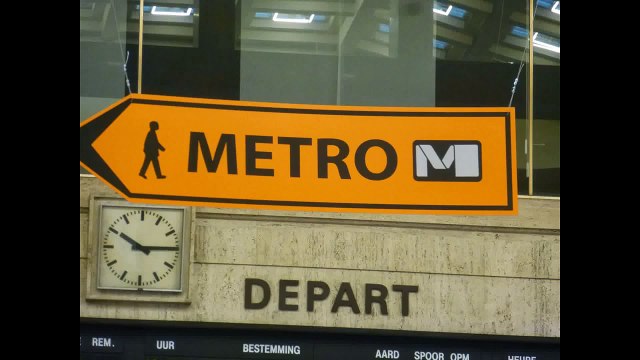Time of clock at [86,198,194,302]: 10:14
